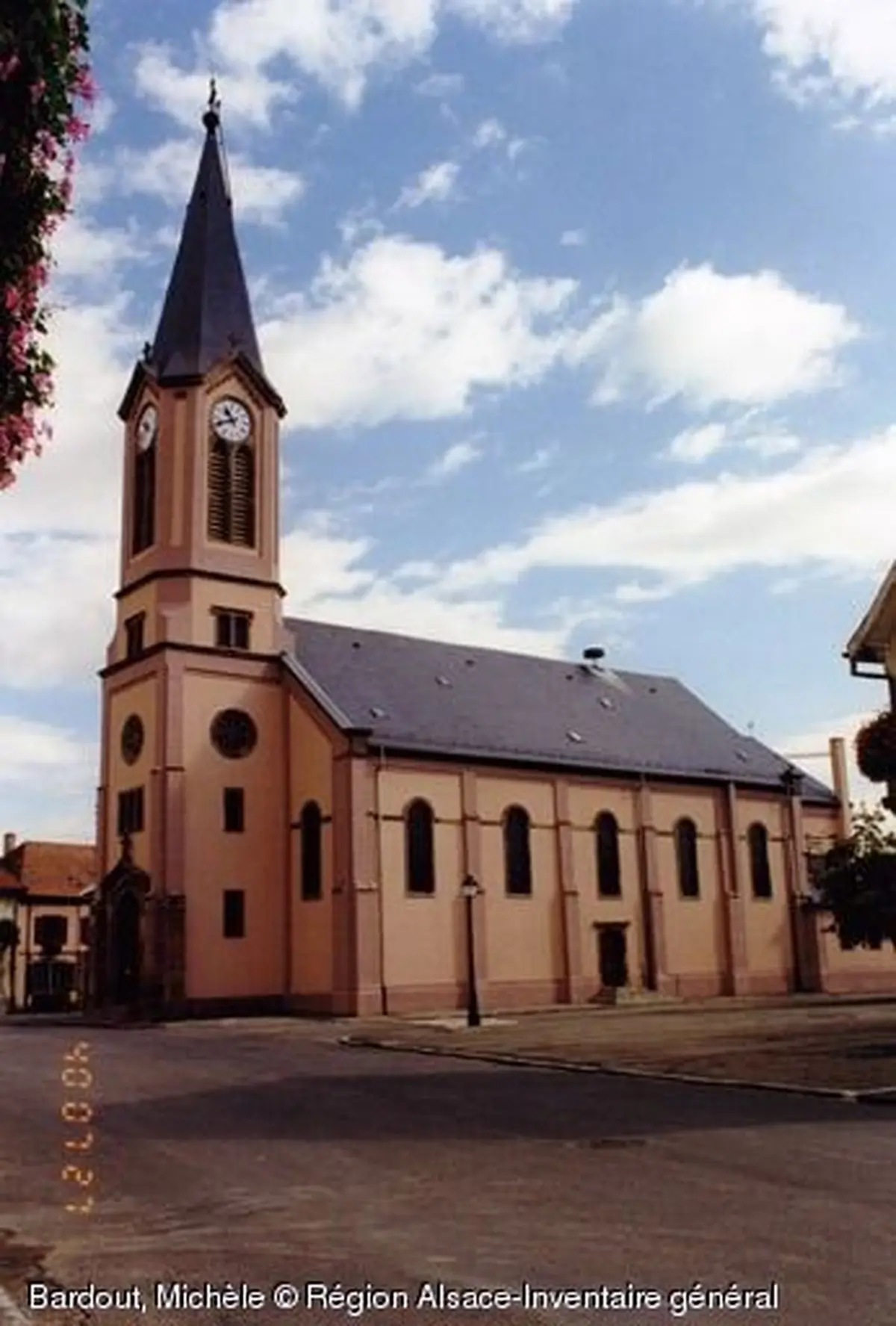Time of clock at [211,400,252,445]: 10:41
